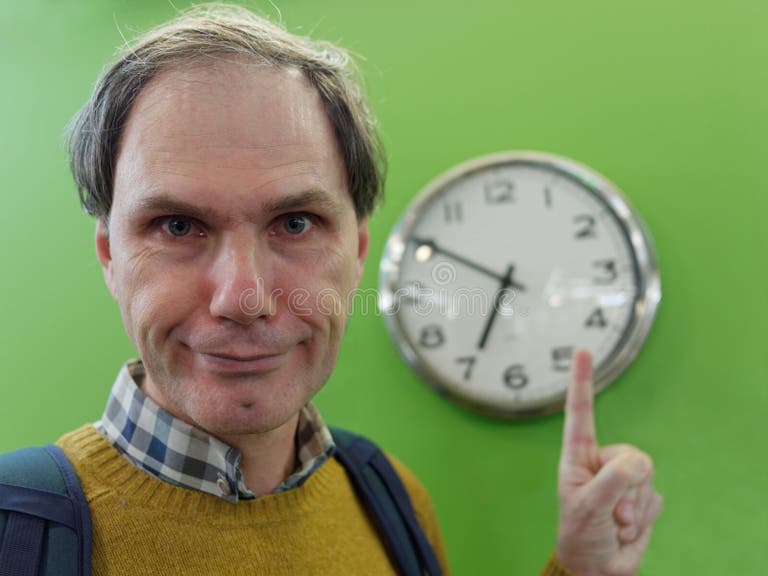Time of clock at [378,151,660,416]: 6:50
